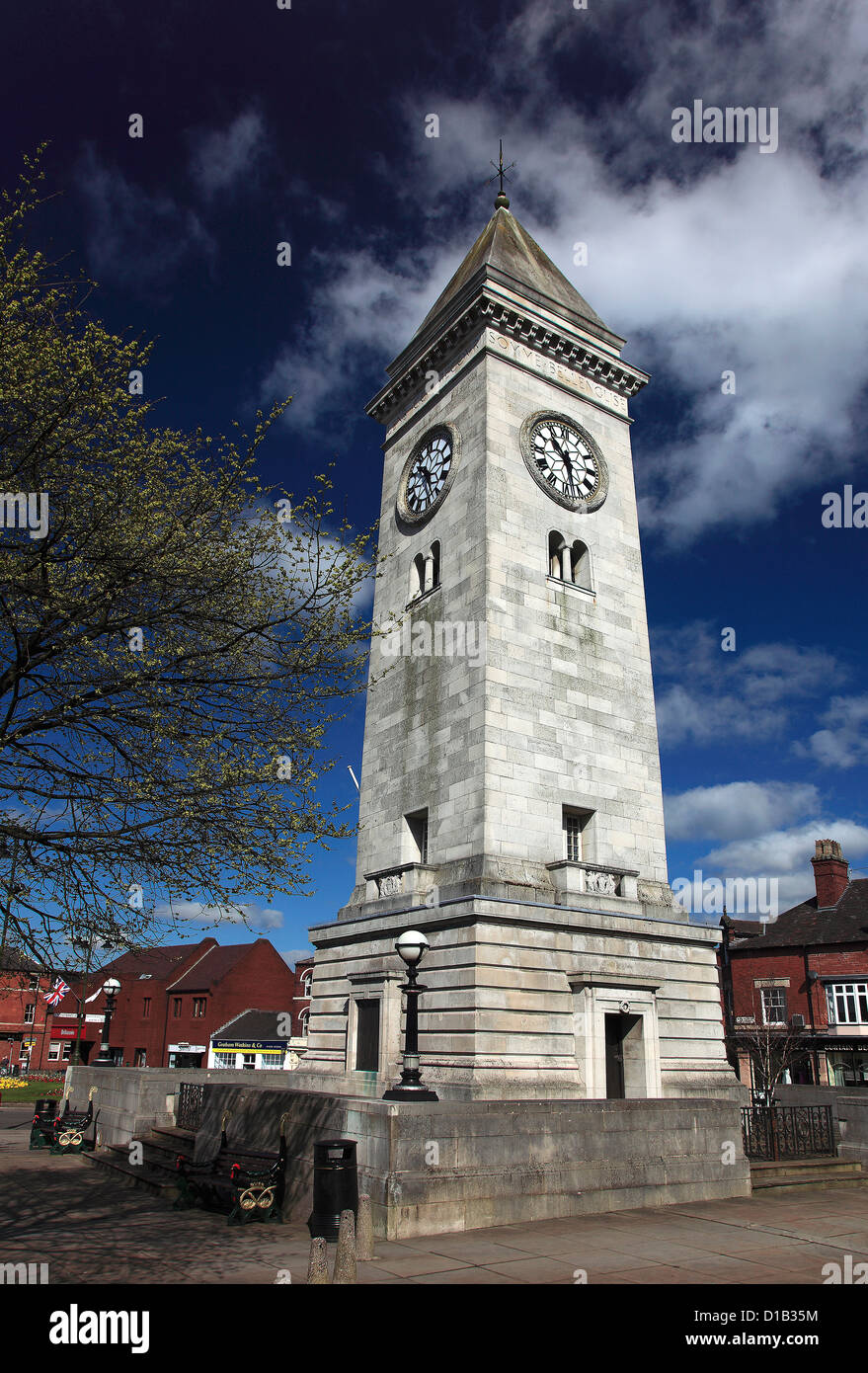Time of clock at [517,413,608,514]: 10:28
